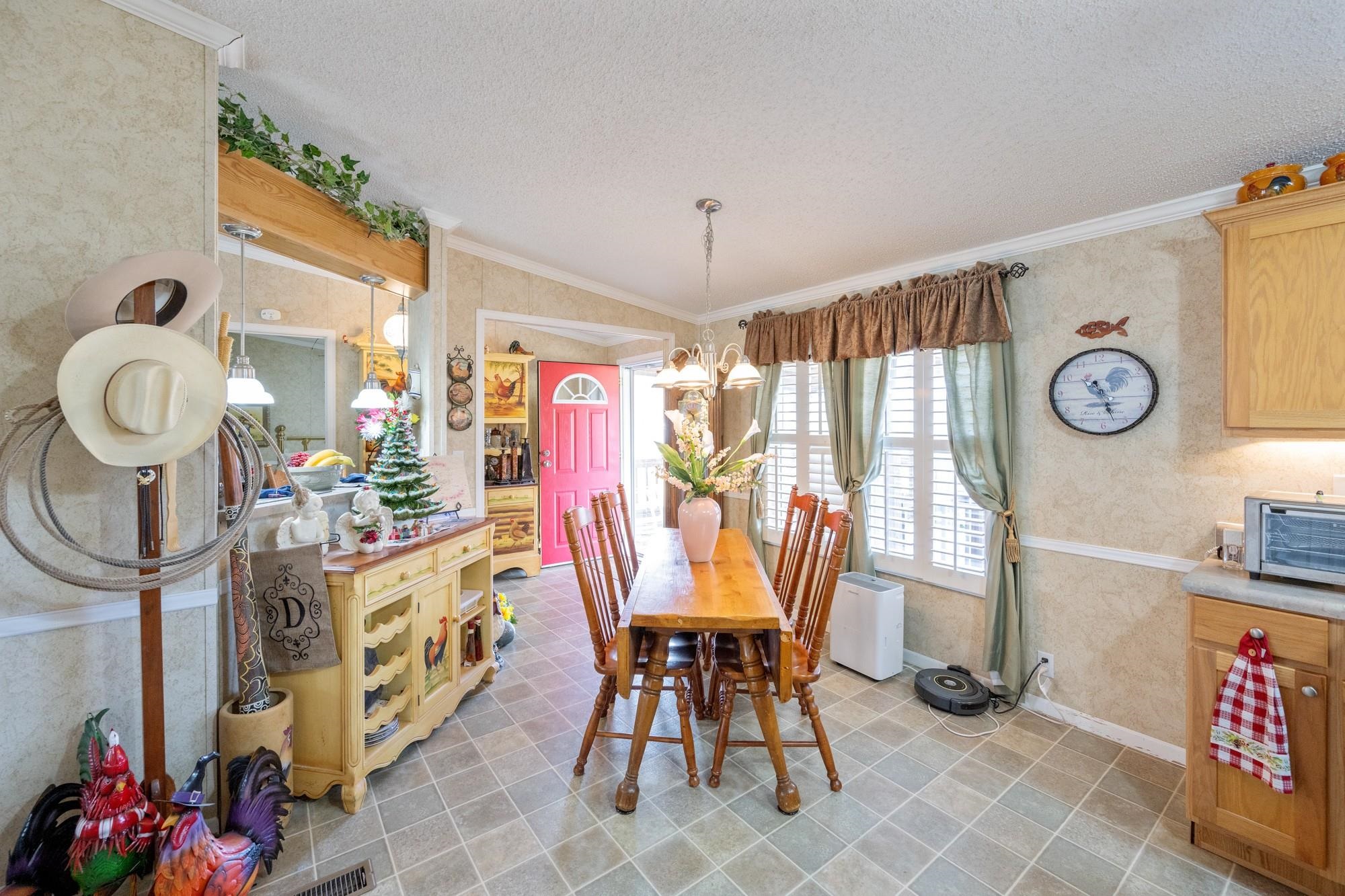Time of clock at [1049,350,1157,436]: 10:27
